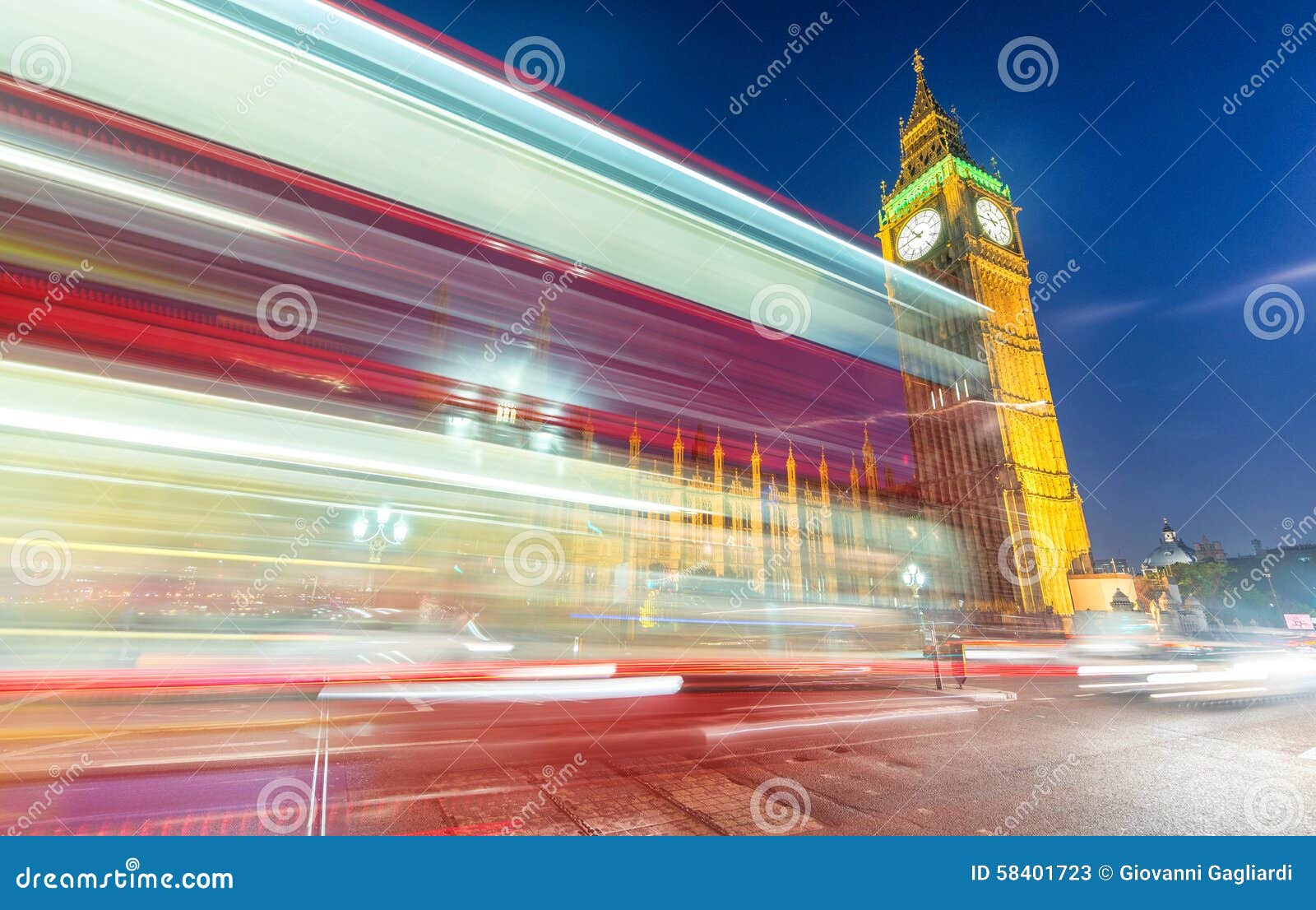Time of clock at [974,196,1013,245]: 10:45
